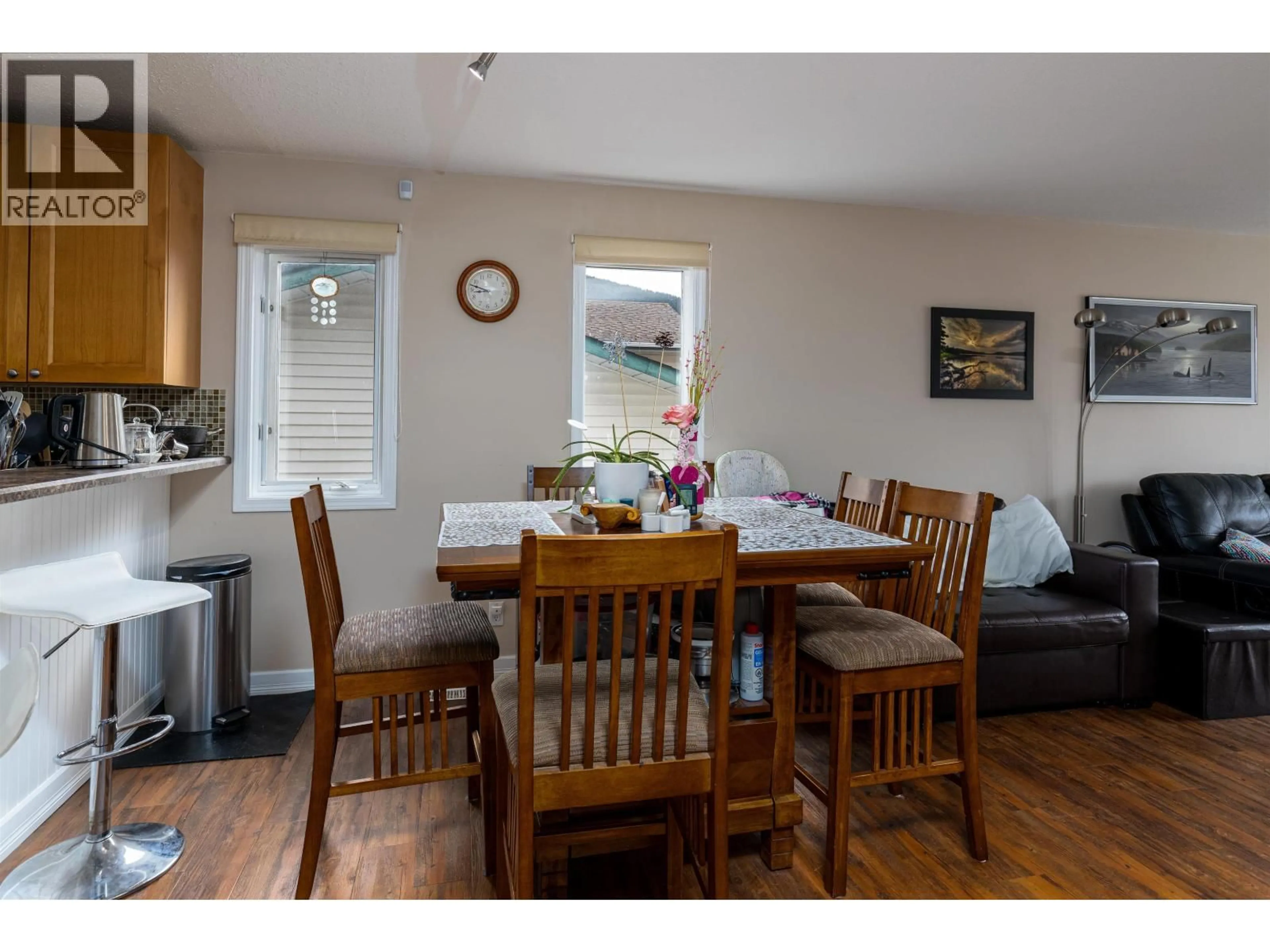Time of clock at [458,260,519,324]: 8:47
